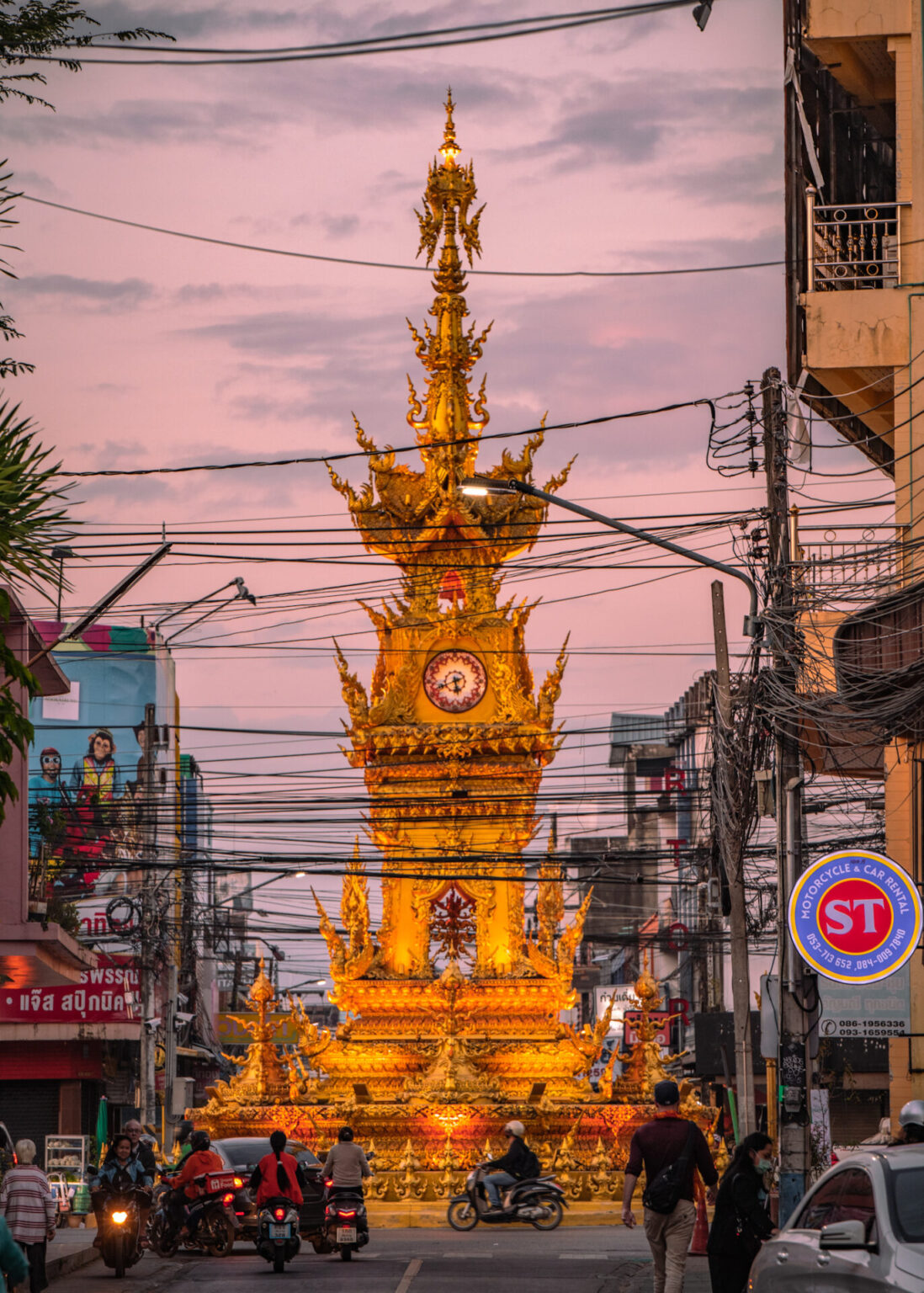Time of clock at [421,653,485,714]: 5:41
